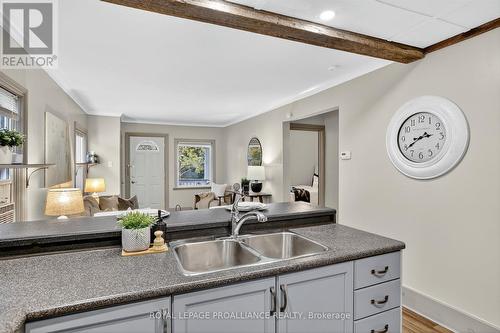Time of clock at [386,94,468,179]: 2:40
